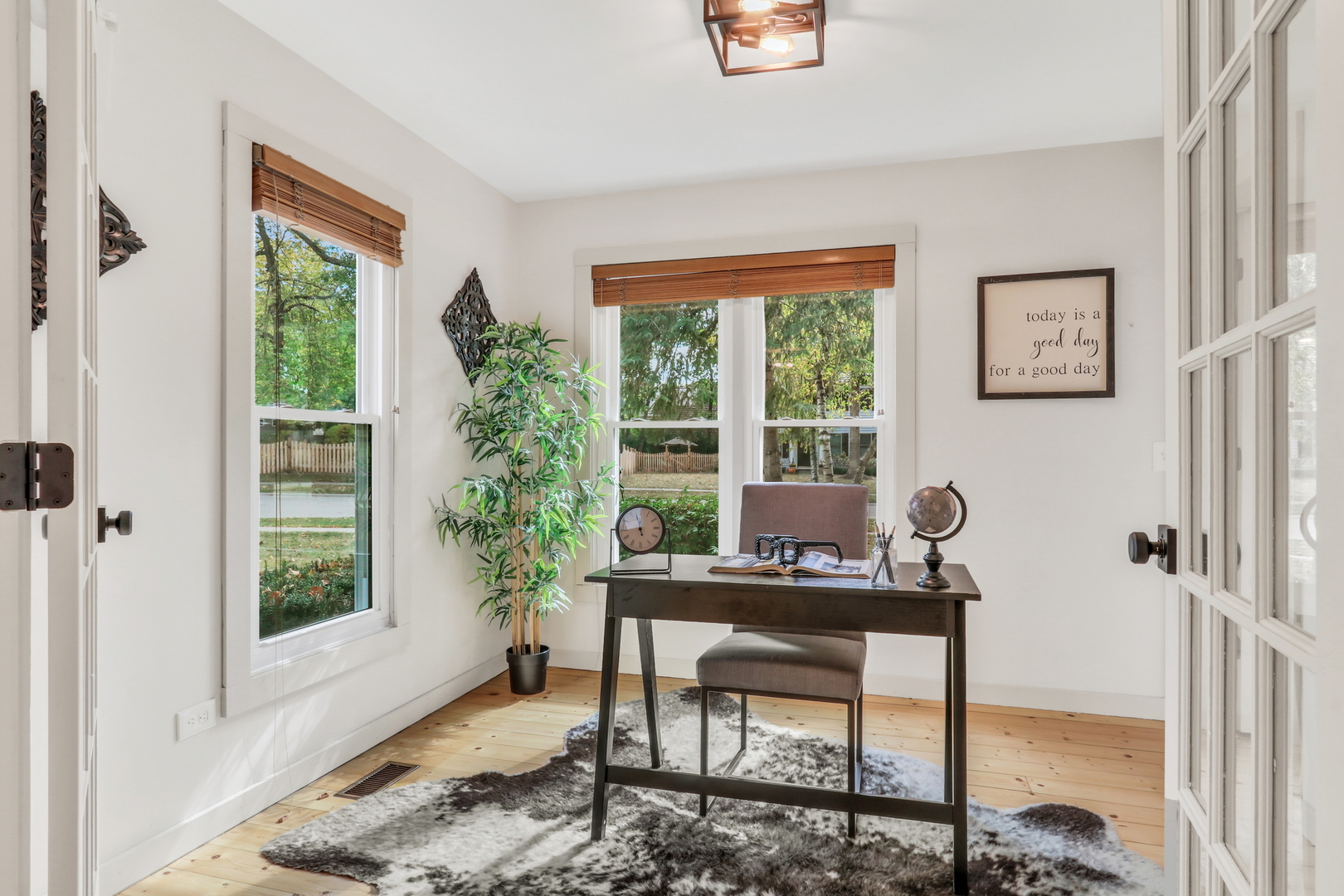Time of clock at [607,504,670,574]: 11:43
